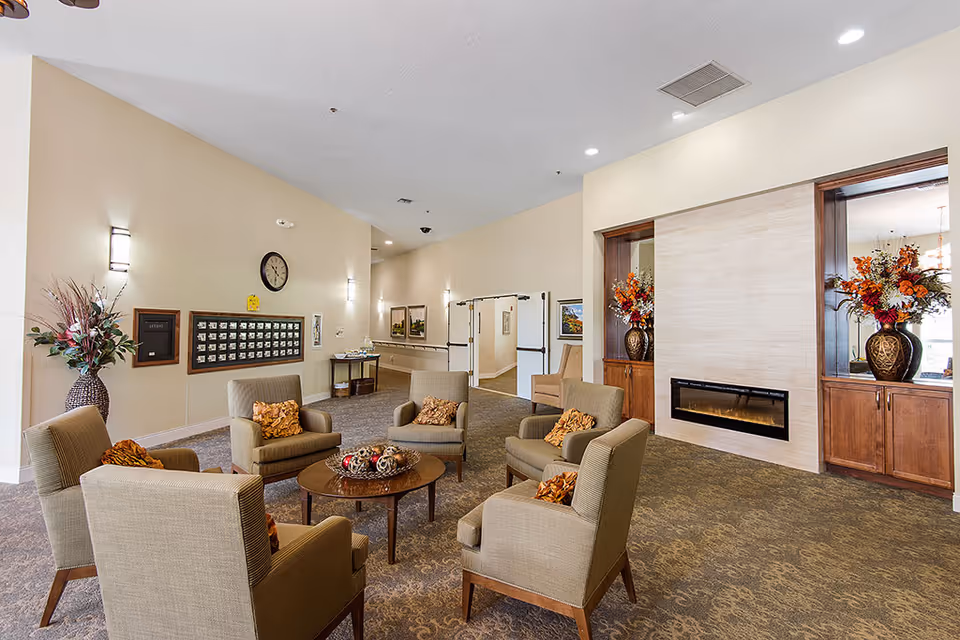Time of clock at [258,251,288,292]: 10:30
